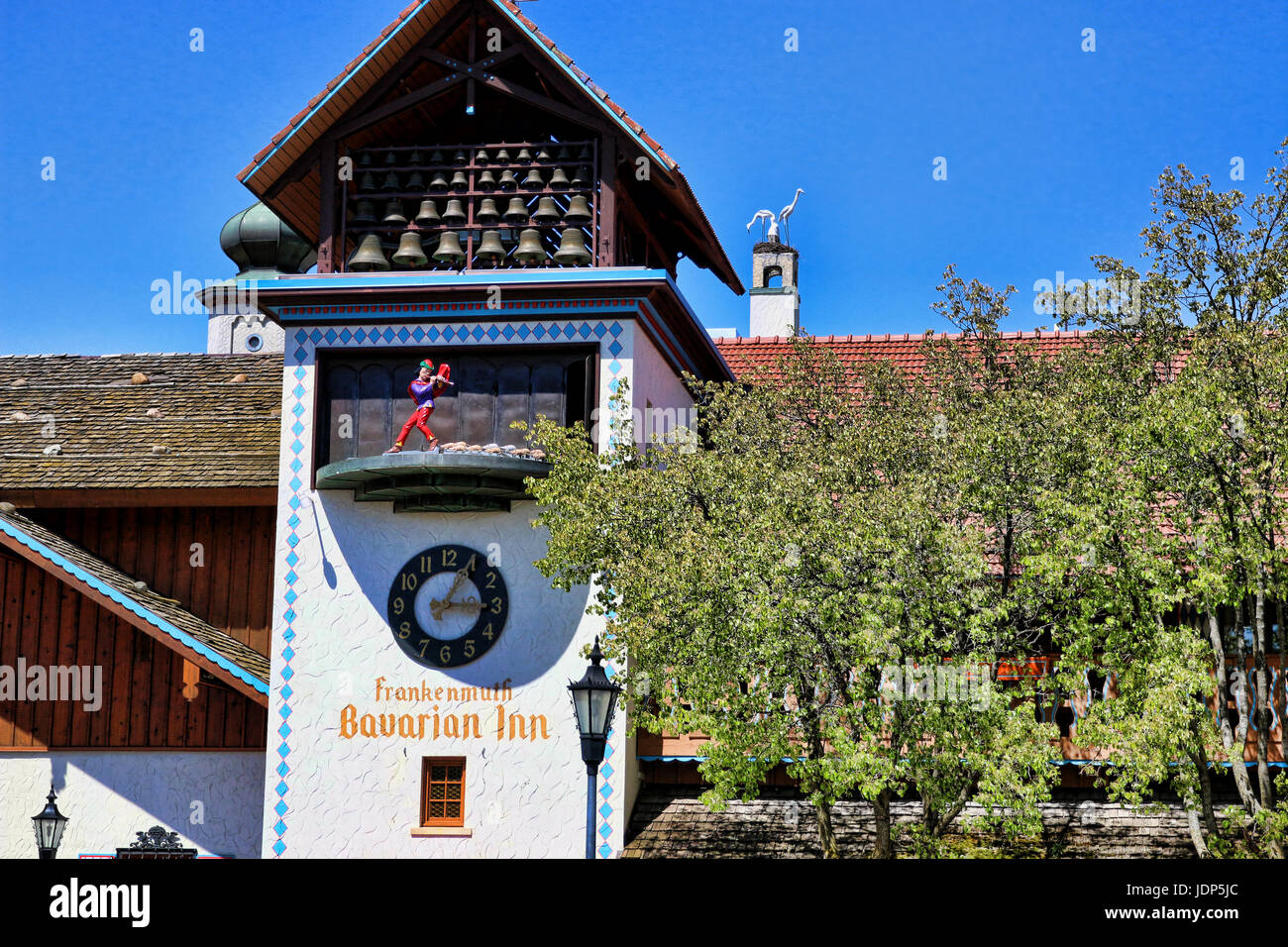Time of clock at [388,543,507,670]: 3:04
